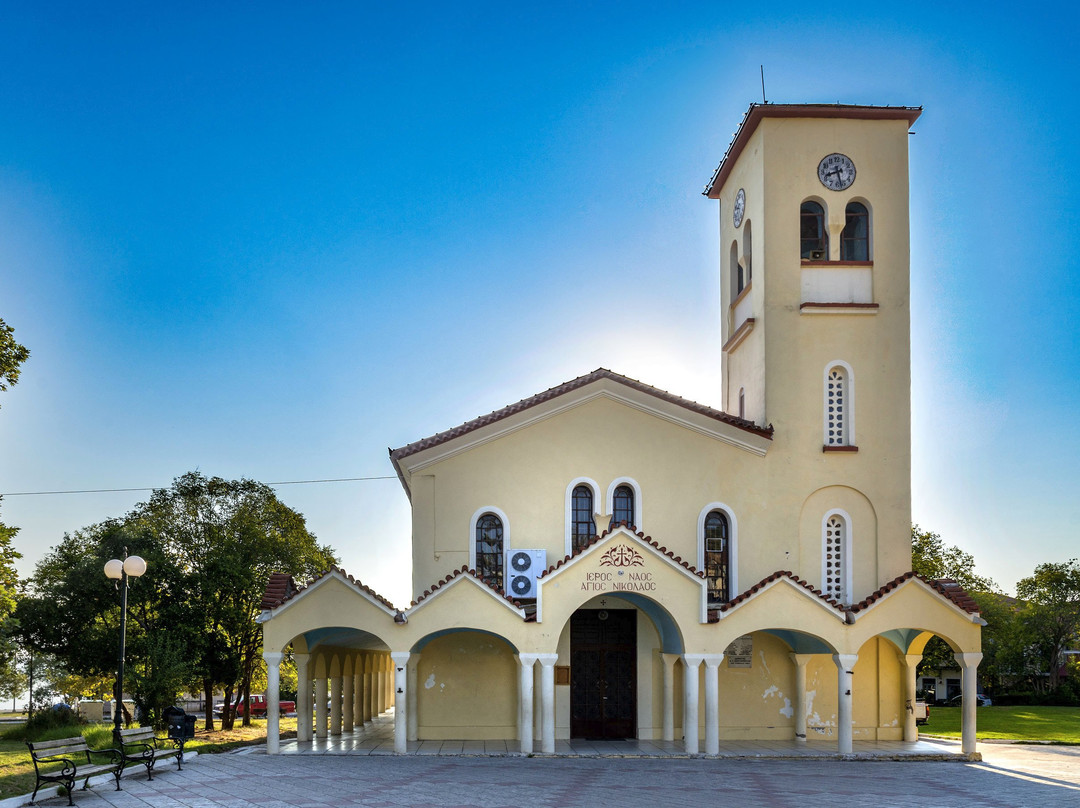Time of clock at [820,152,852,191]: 8:27
